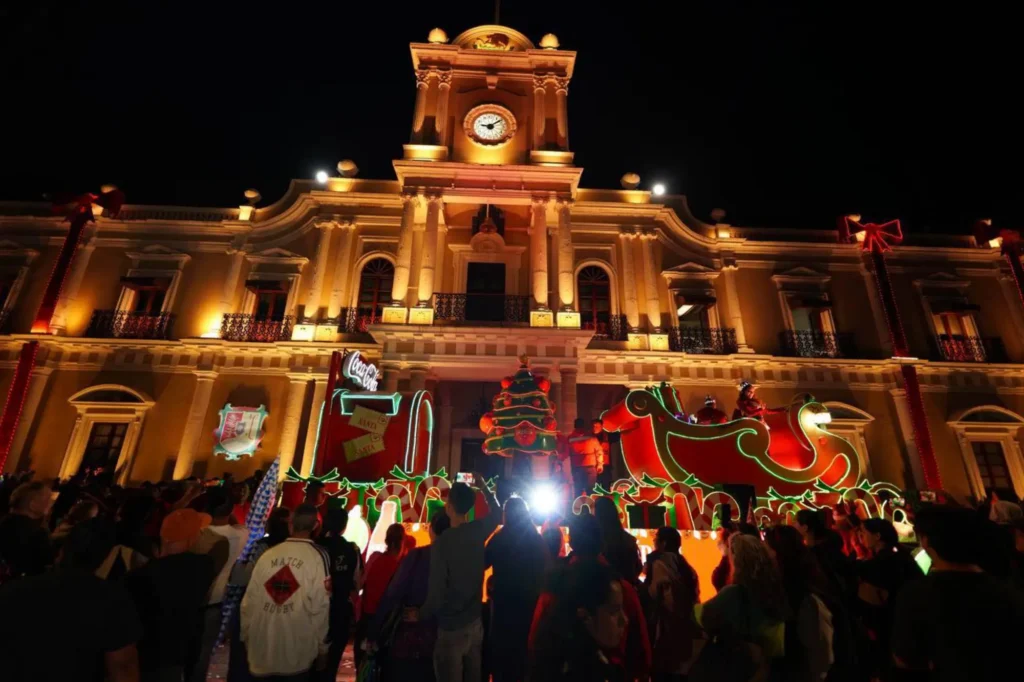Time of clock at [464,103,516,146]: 9:09
